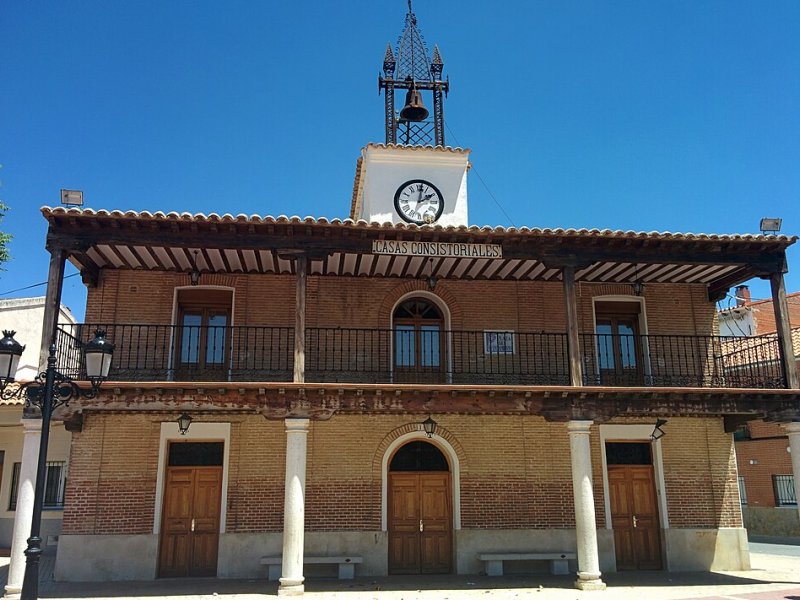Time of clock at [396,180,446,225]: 2:01
